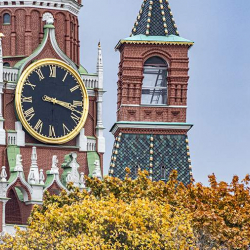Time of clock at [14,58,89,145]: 3:17
